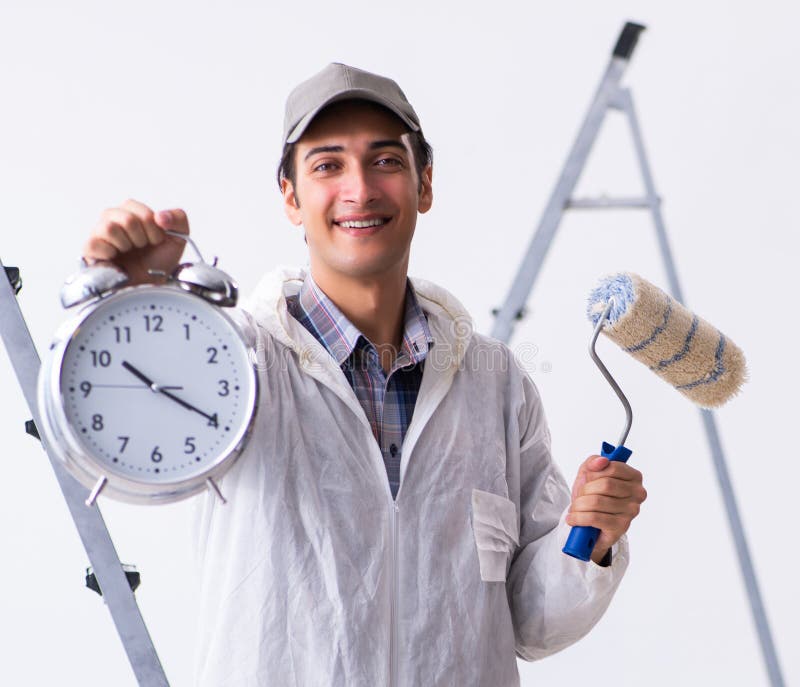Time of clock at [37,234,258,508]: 10:19
